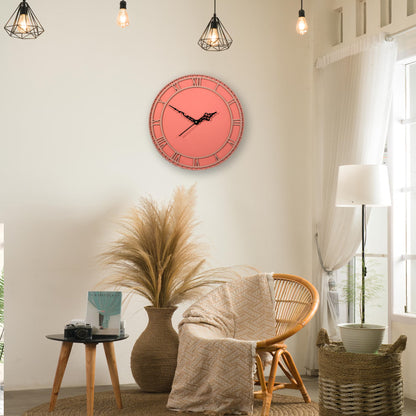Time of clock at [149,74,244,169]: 1:50
